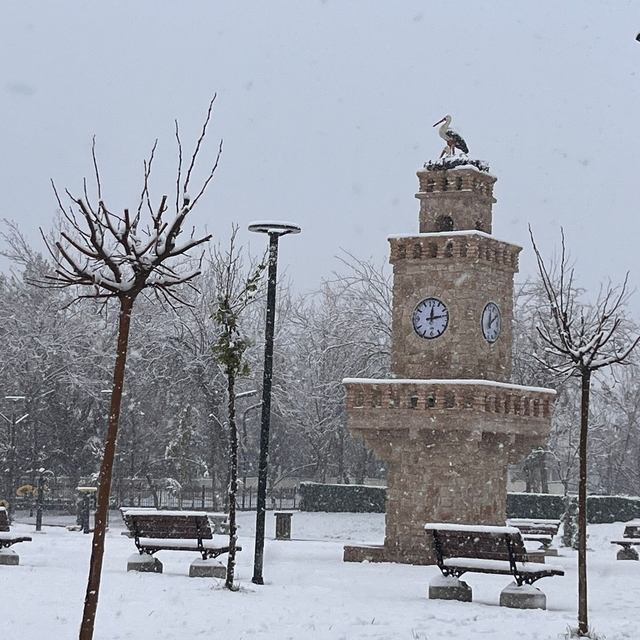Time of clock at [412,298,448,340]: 12:13
